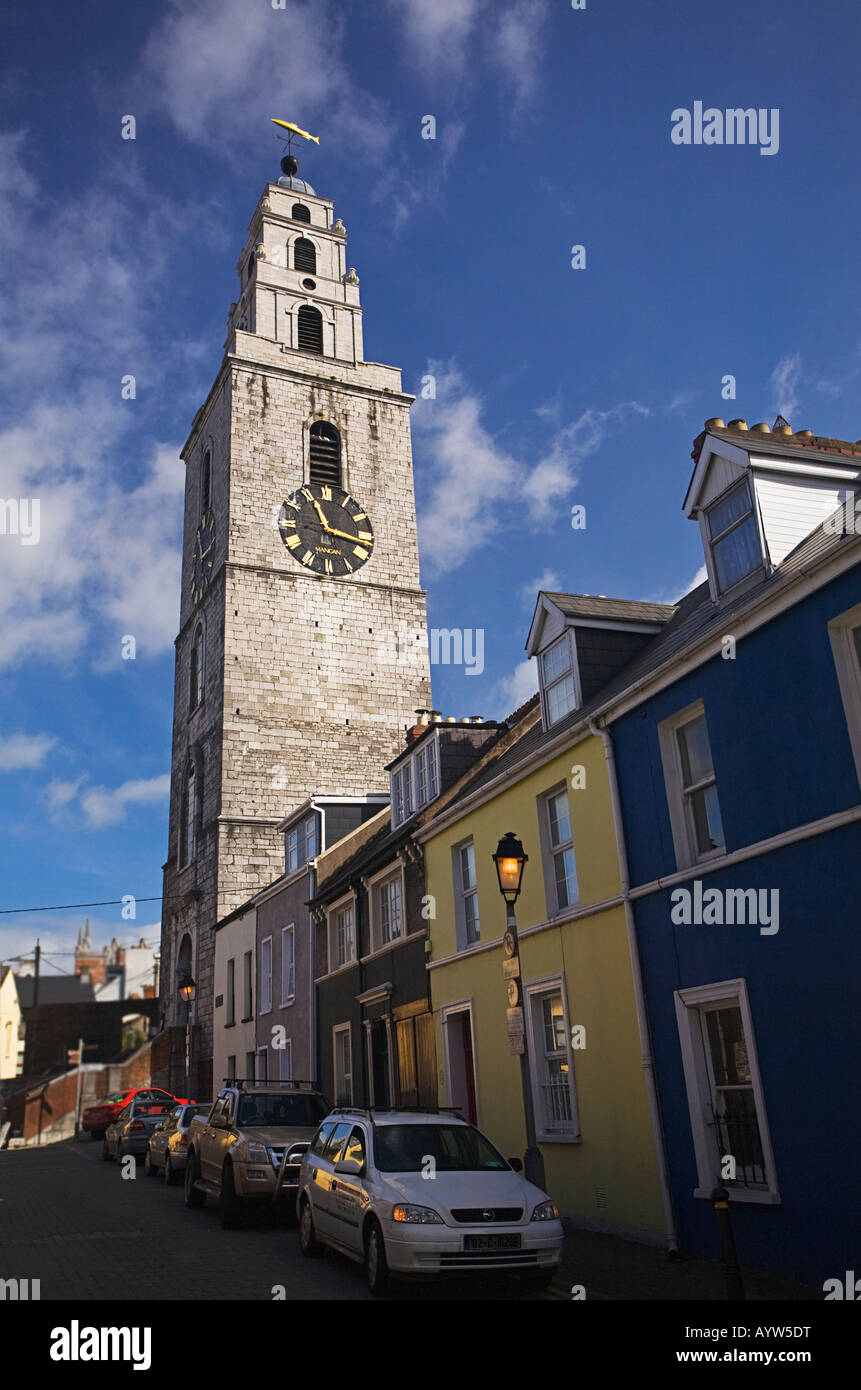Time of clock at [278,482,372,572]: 11:17
